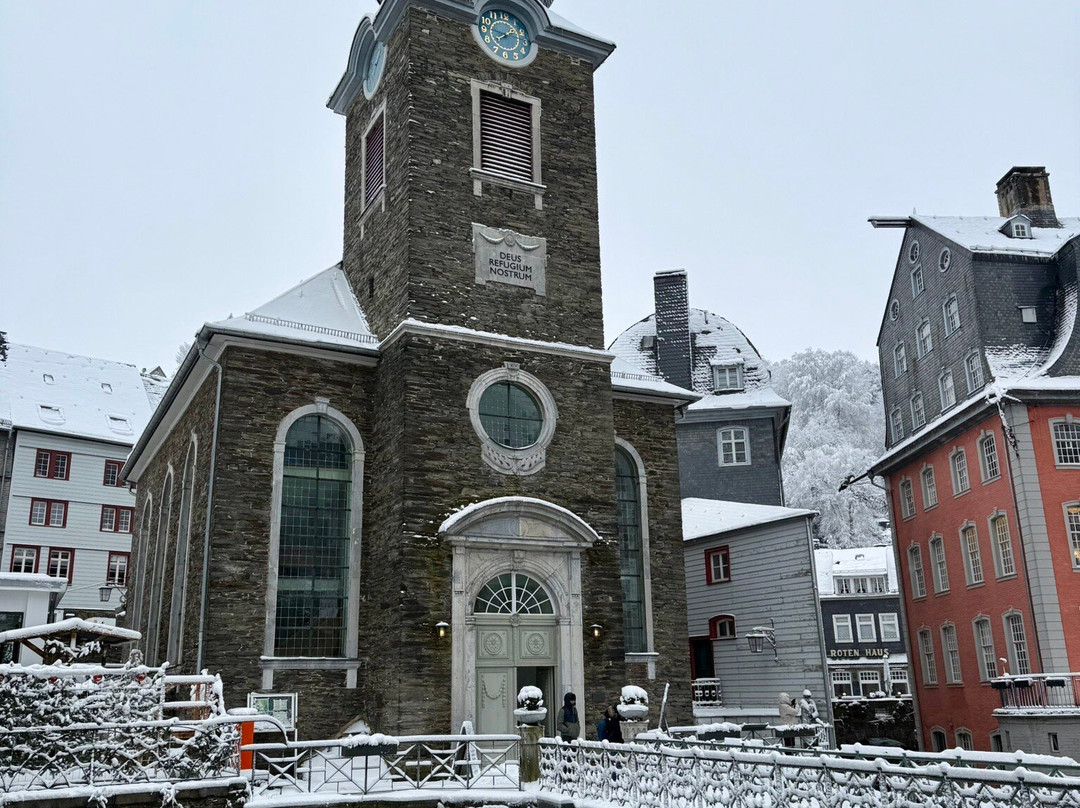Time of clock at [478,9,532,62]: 1:46
